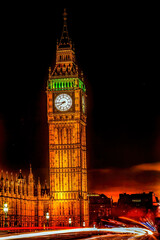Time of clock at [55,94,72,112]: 7:44
